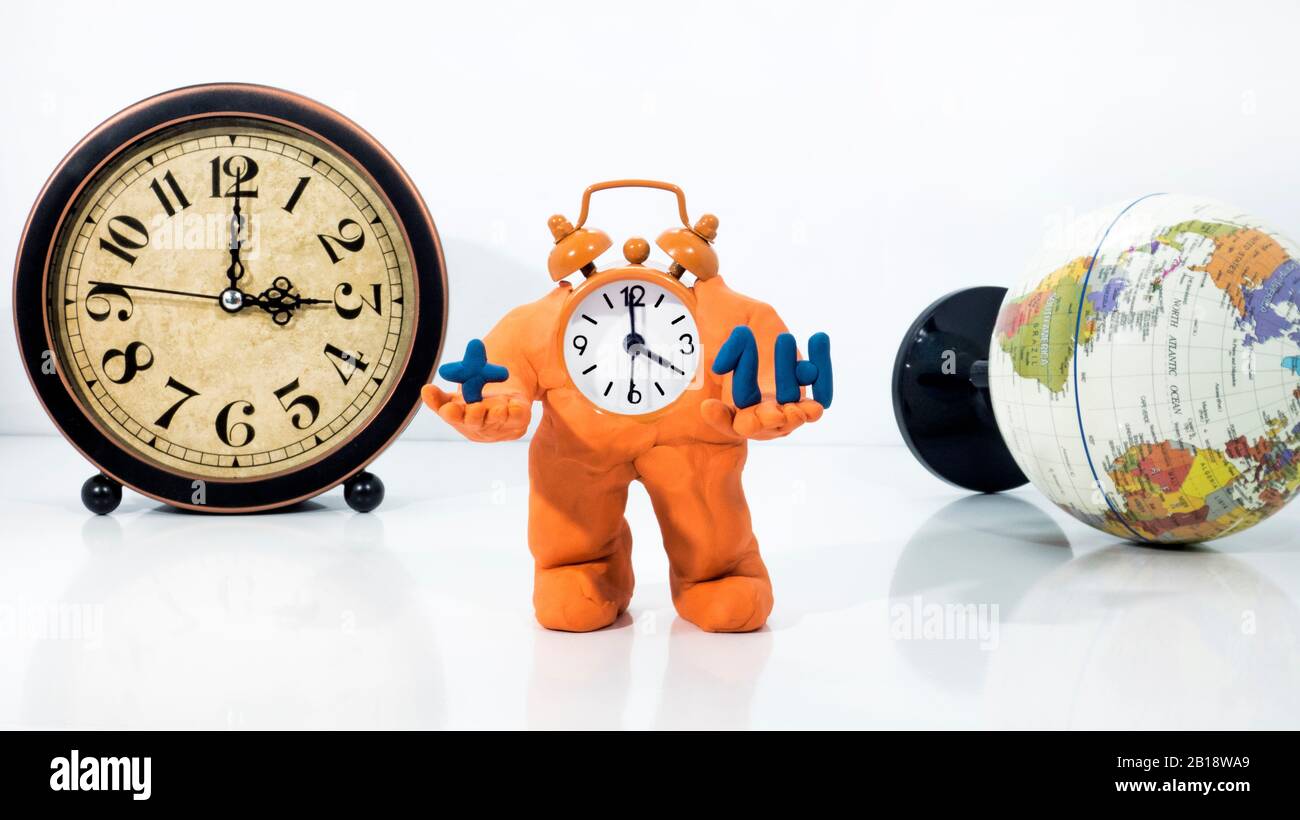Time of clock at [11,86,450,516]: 3:00
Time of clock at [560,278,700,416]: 3:59
